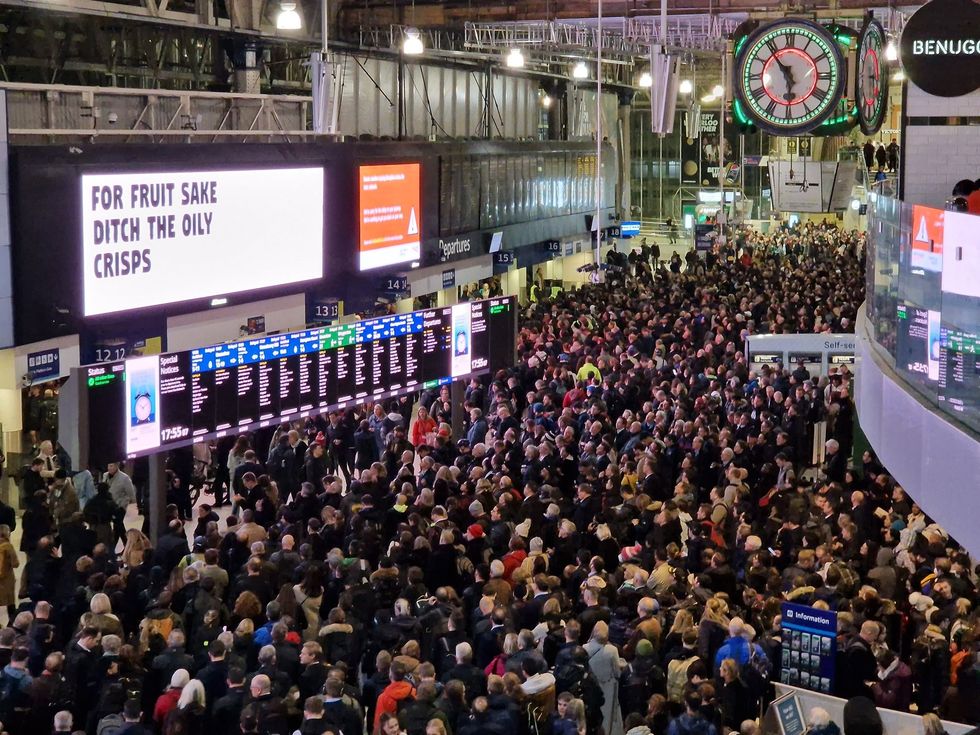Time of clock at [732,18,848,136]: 5:53
